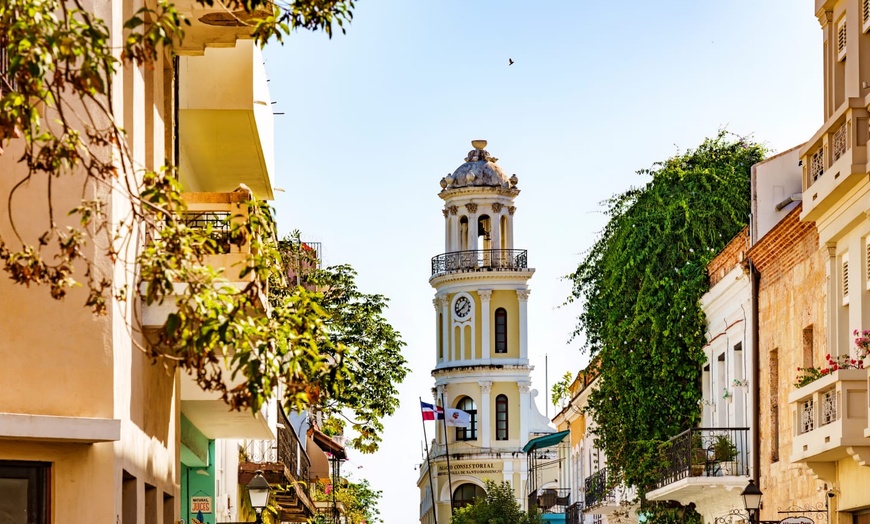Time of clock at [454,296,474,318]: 8:07
